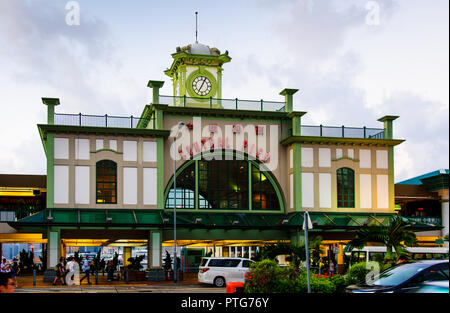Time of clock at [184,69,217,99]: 7:04
